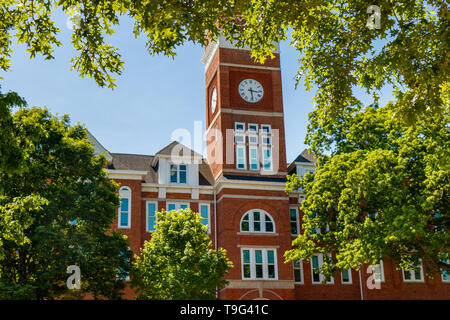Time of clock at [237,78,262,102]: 3:28
